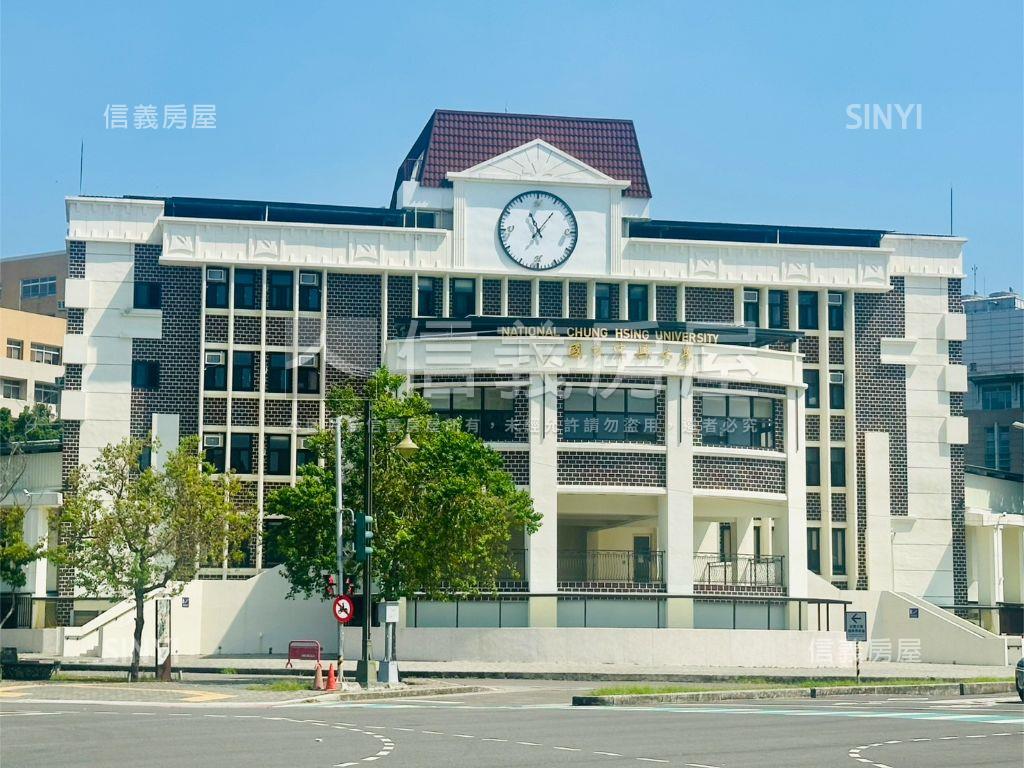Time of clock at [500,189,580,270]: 11:06
